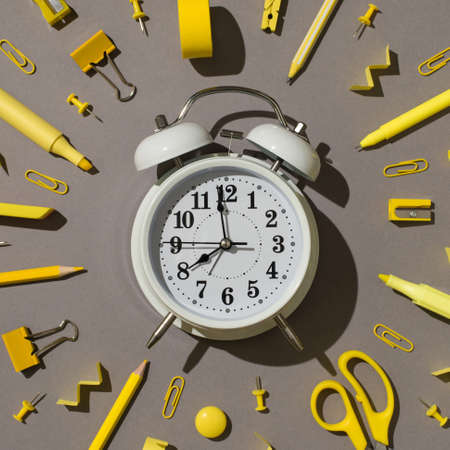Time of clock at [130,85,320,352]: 7:58
